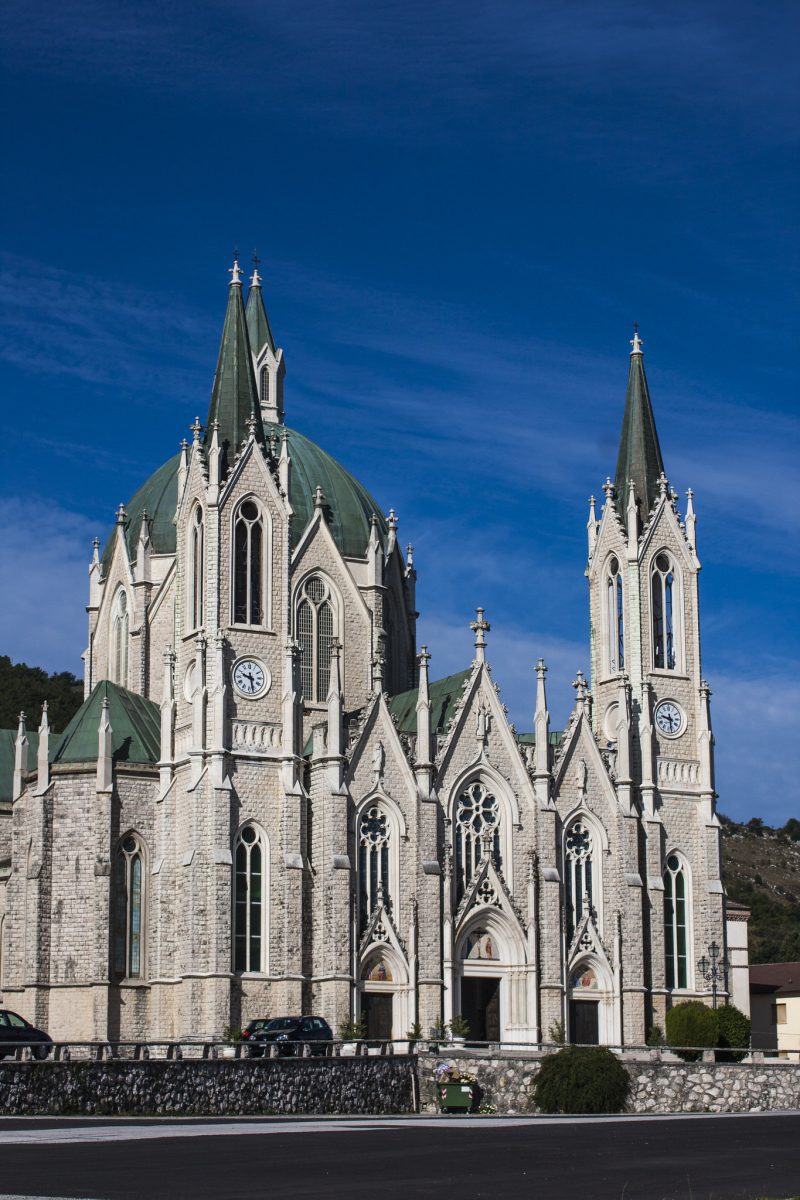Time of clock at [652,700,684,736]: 9:28
